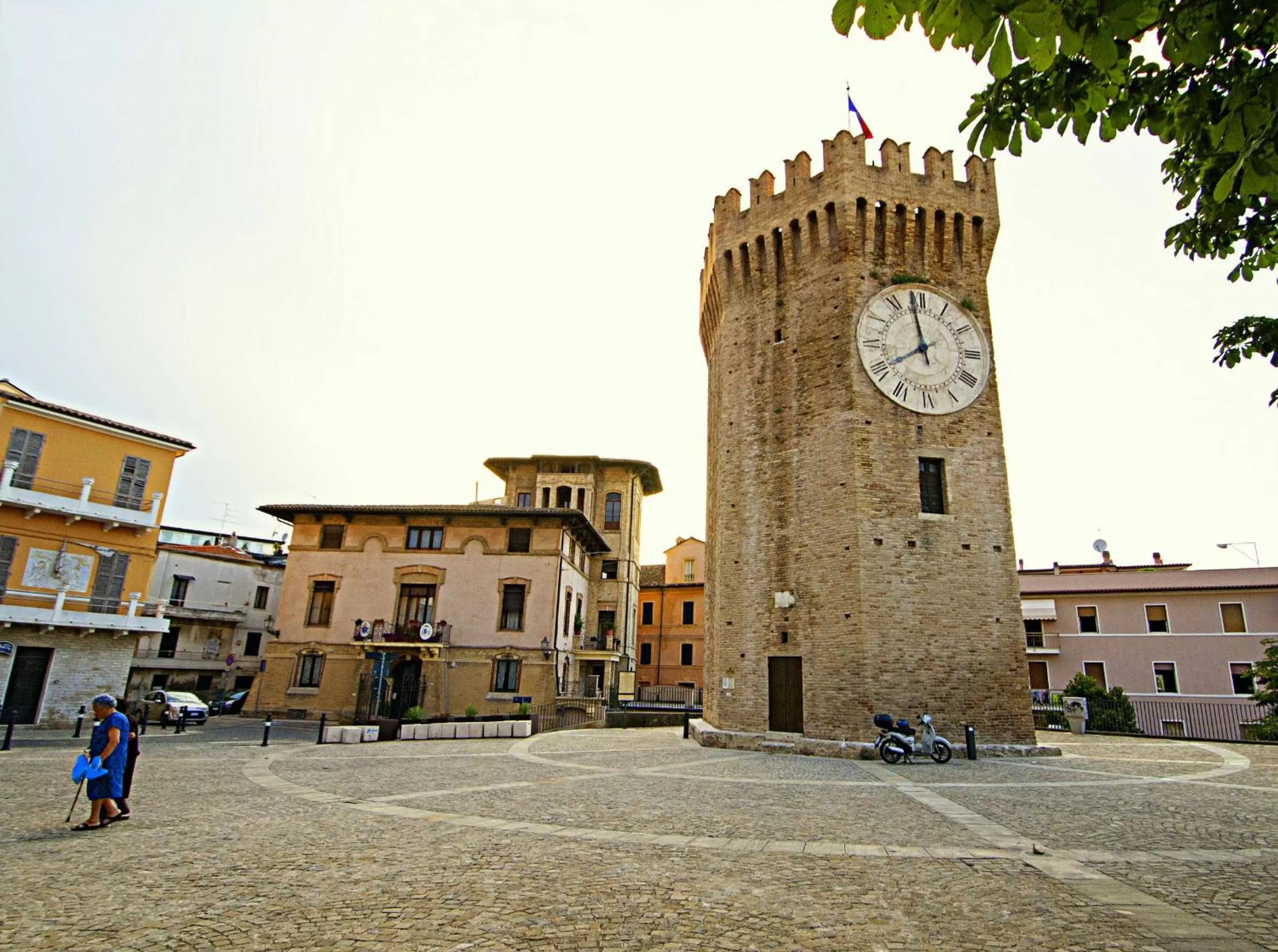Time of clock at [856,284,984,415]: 7:58
